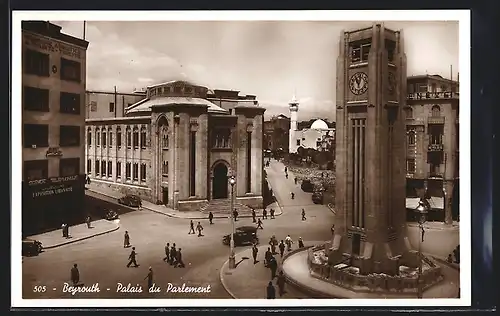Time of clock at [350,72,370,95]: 11:02
